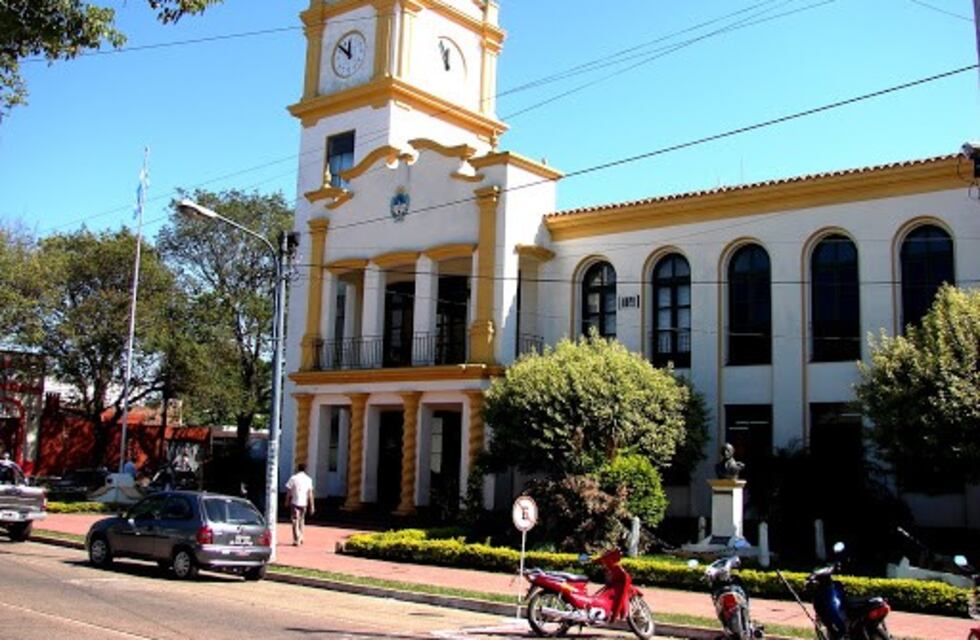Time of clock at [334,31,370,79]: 11:51
